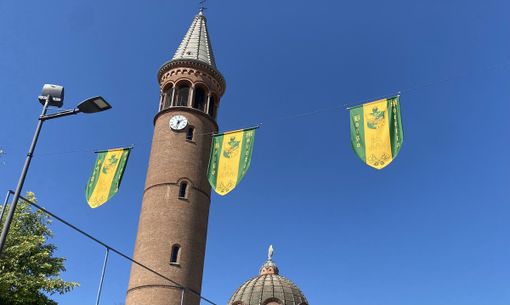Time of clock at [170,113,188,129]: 1:32
